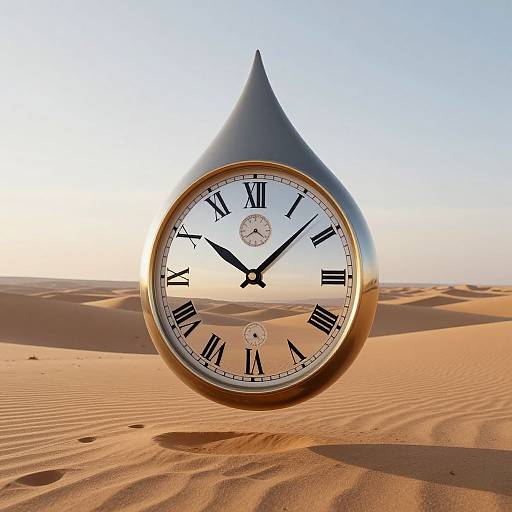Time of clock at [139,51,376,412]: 10:07
